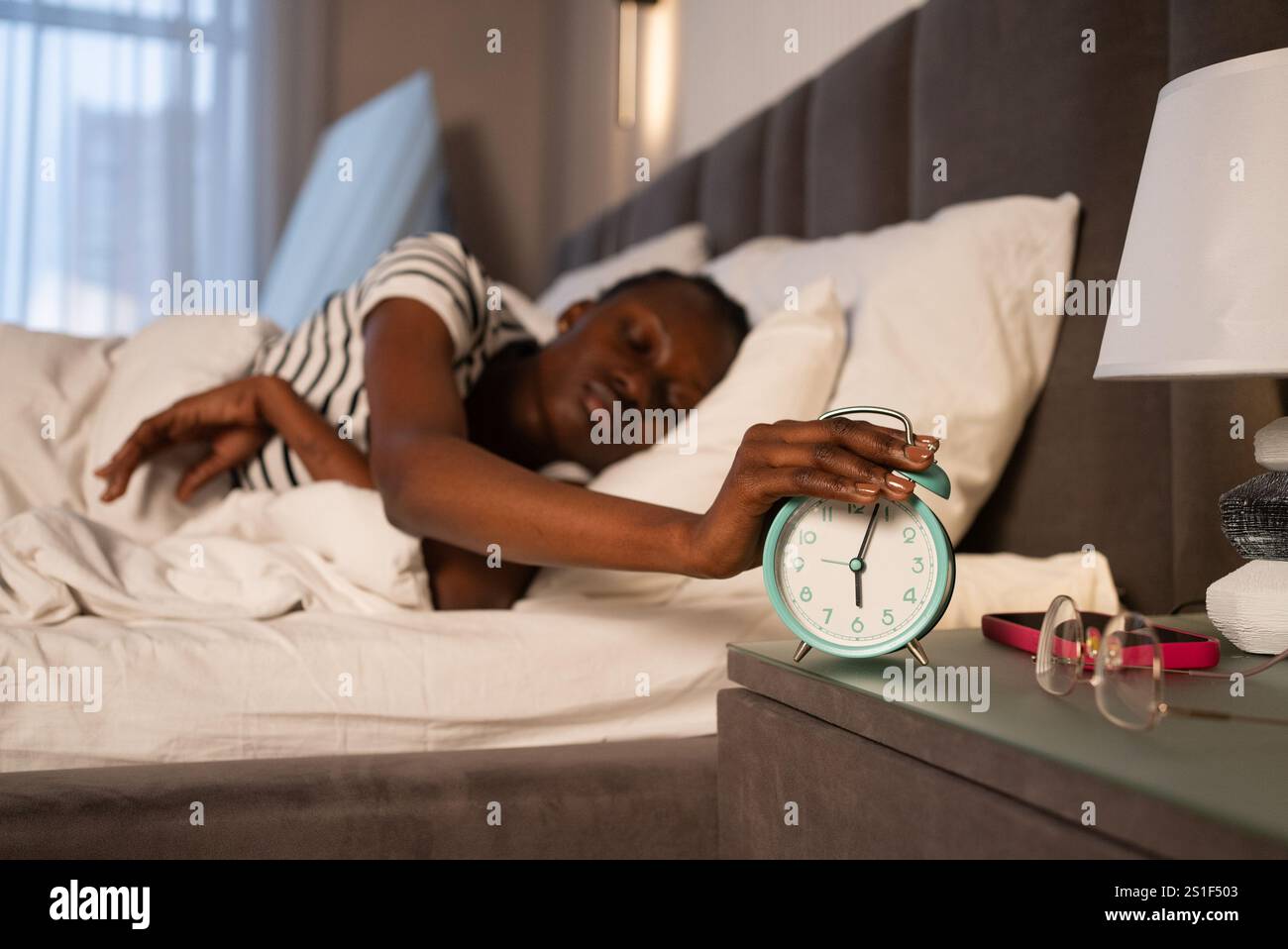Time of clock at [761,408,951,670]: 6:03
